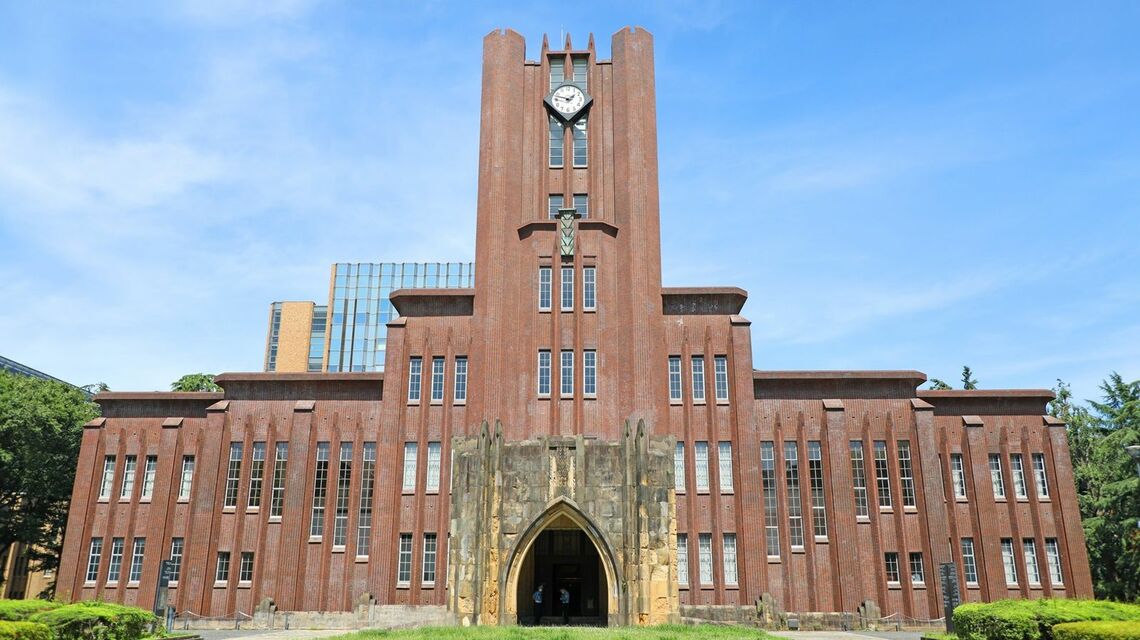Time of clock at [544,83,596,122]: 1:47
